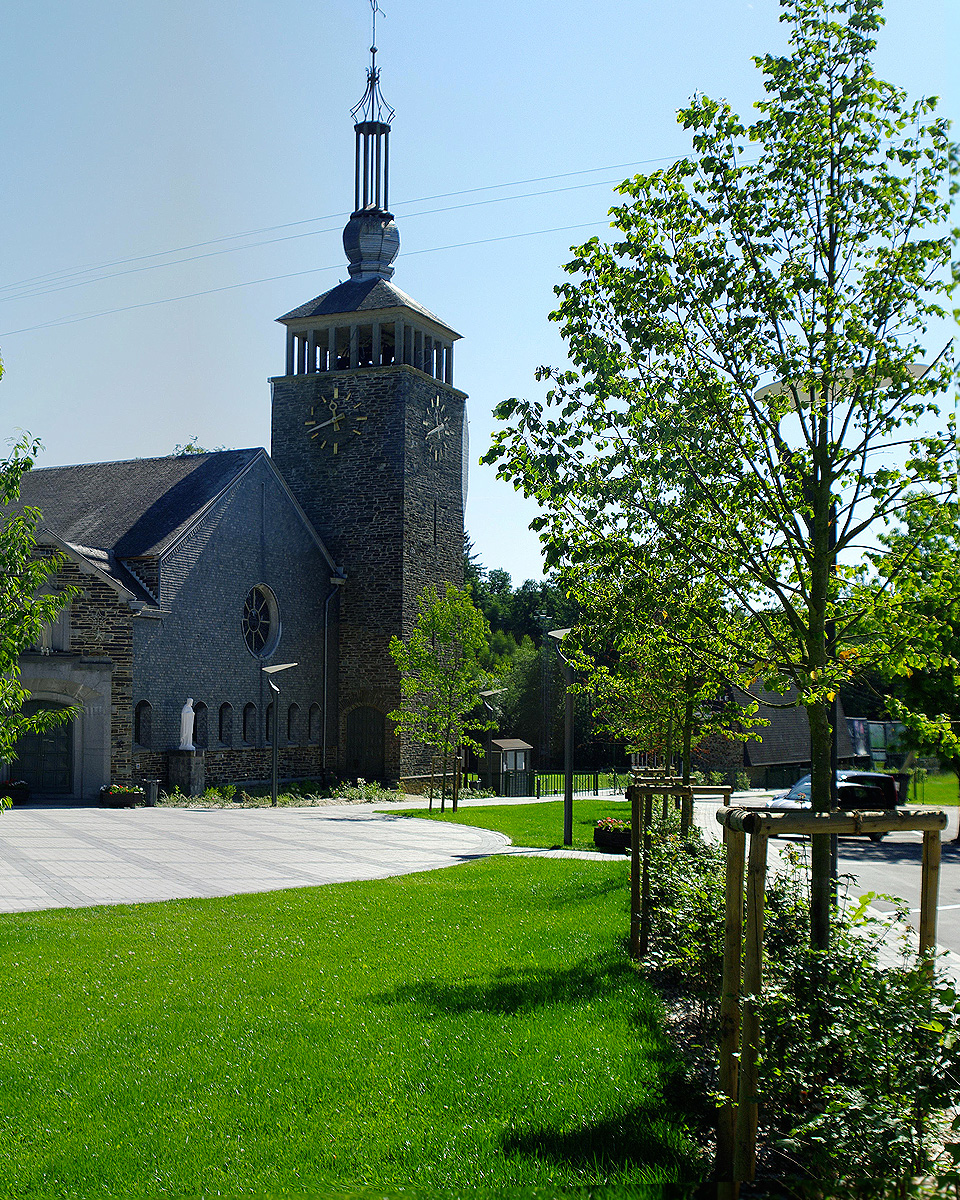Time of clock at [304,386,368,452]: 11:41
